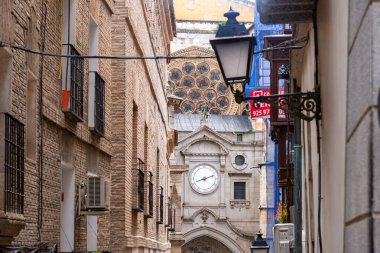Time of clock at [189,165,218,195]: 8:11
